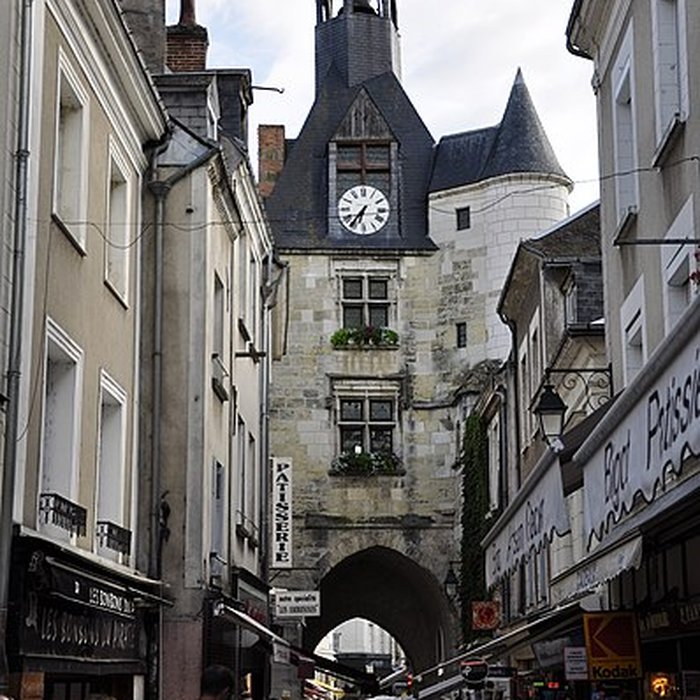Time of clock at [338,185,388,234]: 6:36
